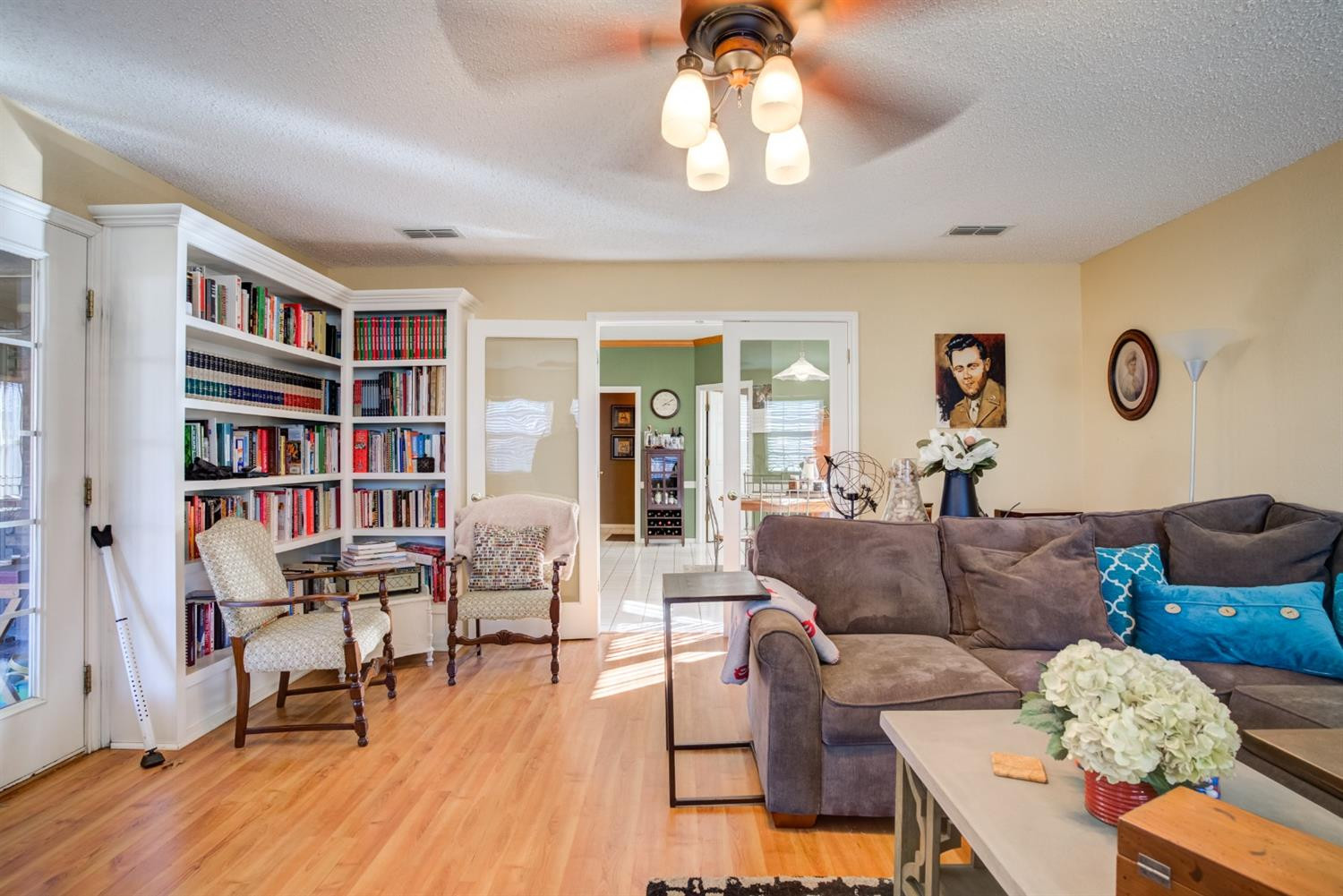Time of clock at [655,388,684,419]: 3:09
